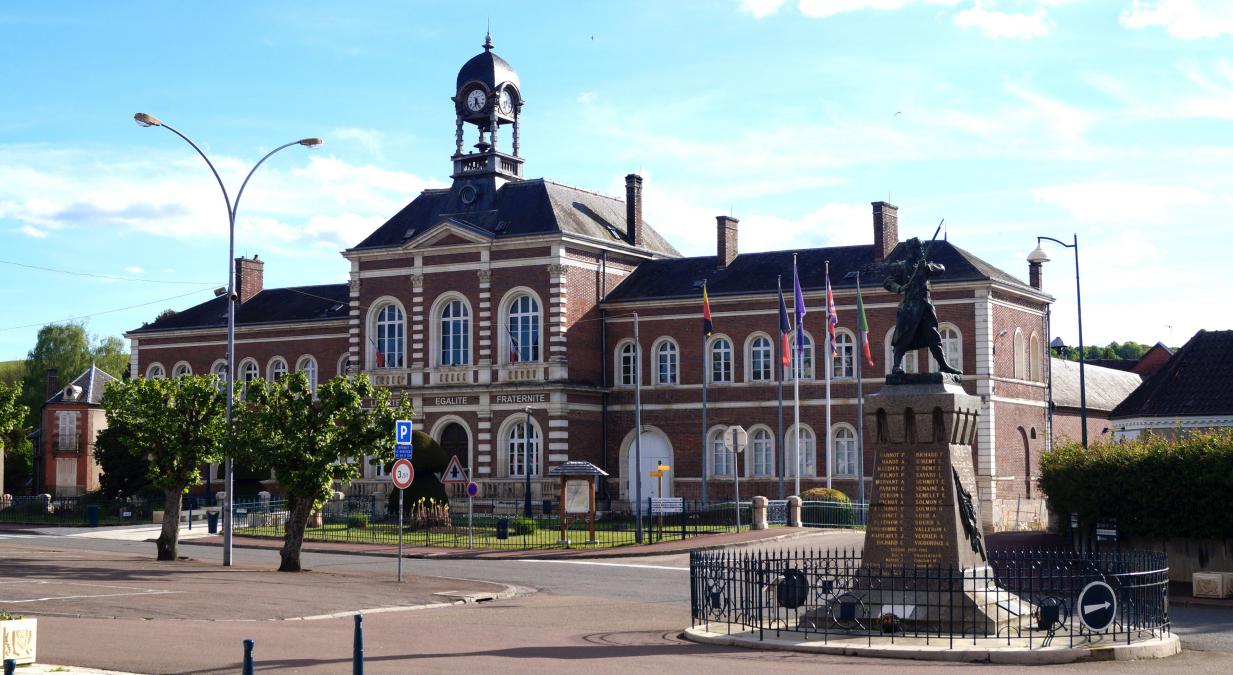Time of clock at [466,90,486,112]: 6:25
